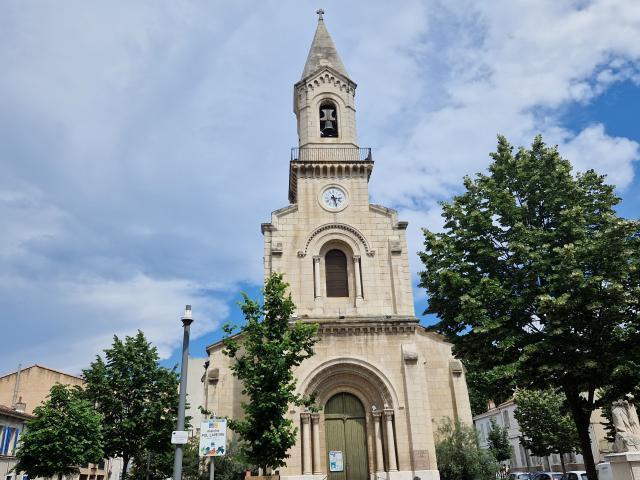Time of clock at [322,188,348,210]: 3:27
